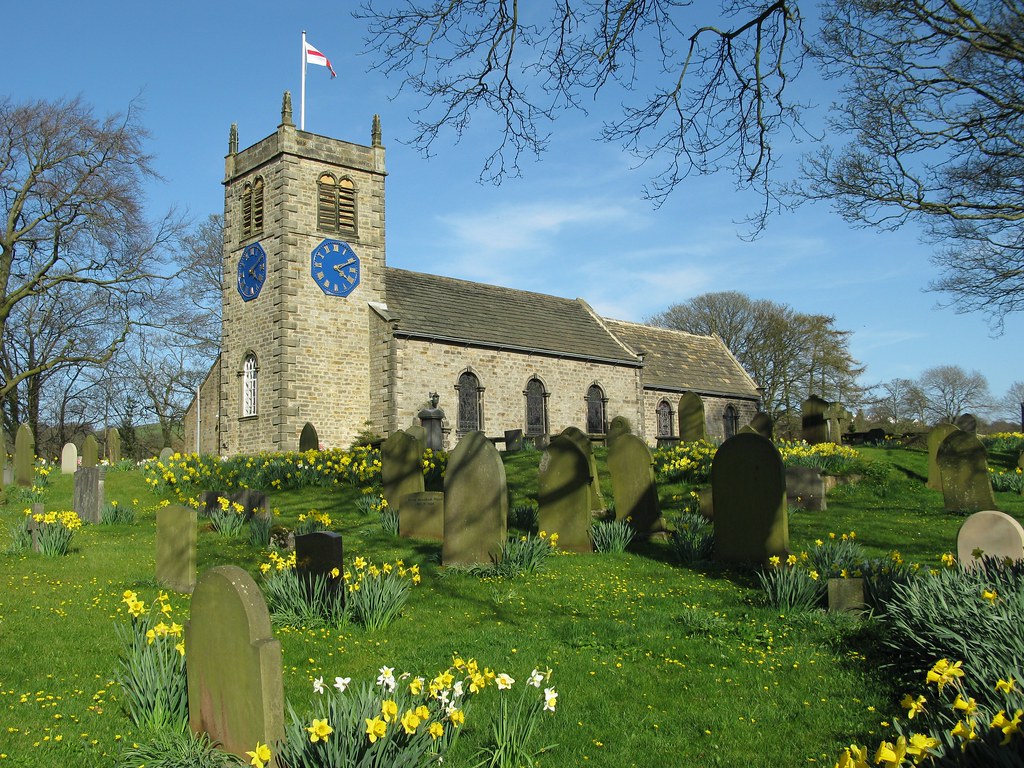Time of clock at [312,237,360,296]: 4:11
